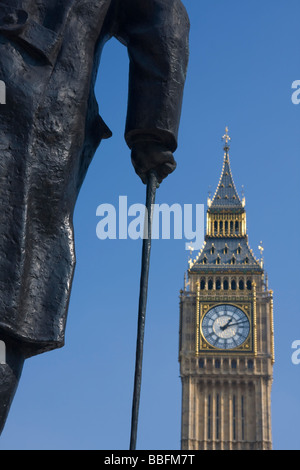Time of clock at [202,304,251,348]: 1:12
